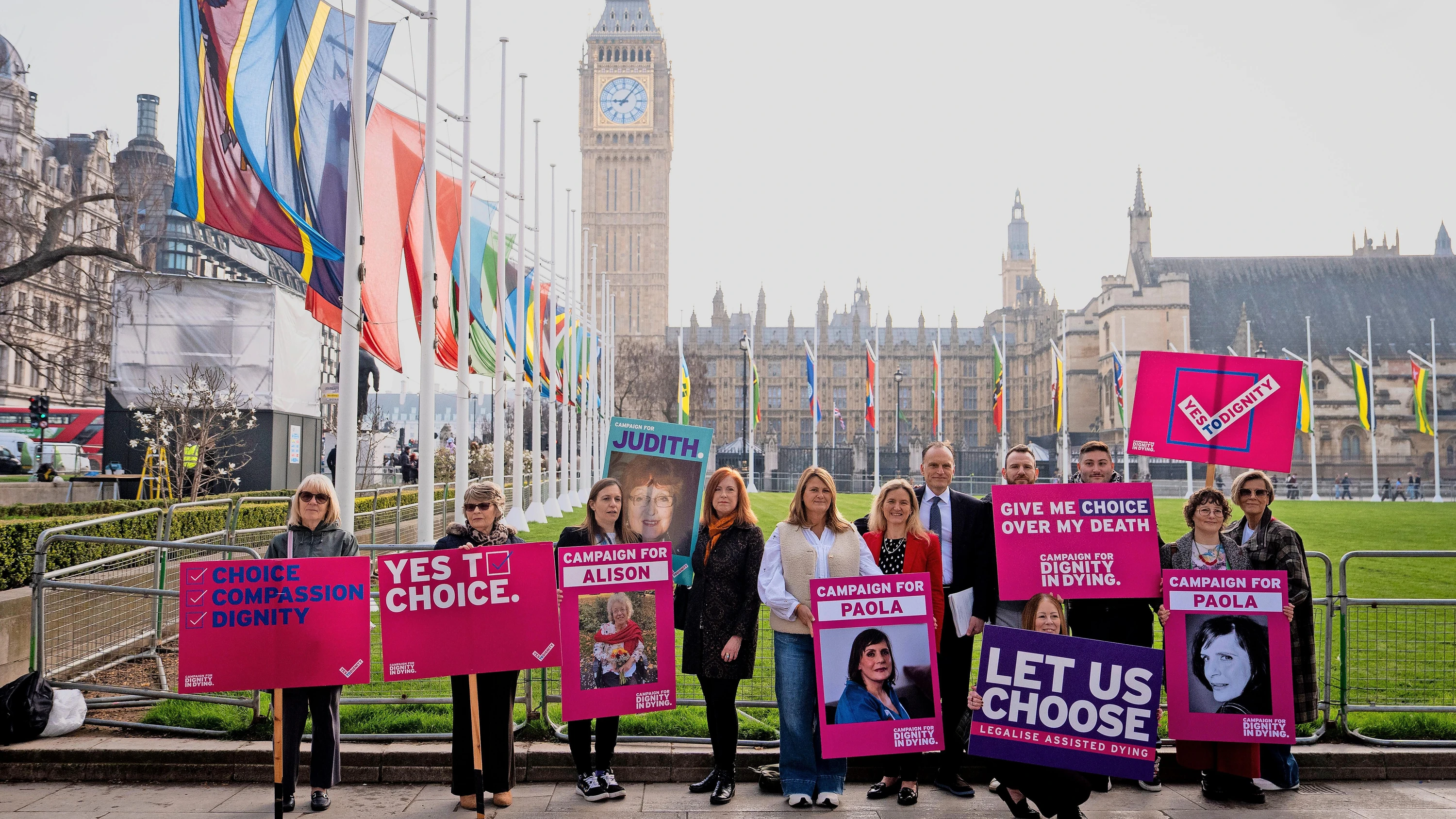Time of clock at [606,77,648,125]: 9:06
